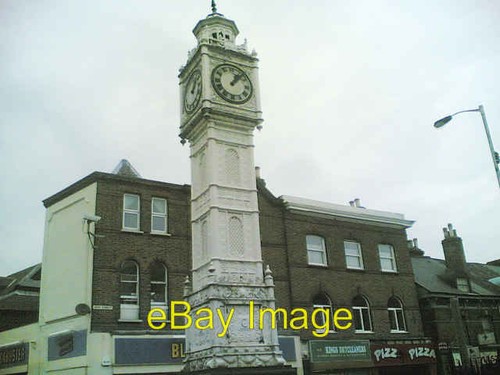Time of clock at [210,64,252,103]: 1:07
